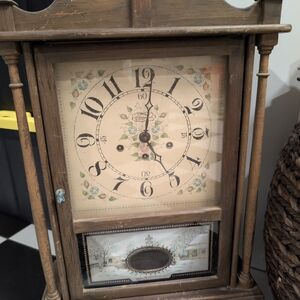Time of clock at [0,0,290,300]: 5:01
